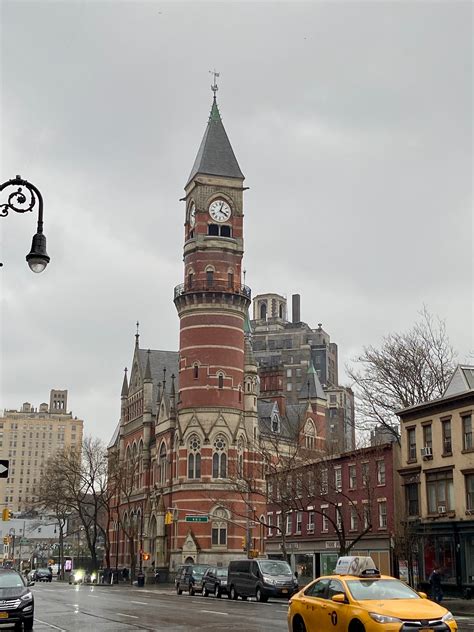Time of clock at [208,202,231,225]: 4:03
